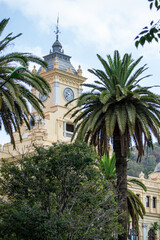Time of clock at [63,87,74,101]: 9:38
